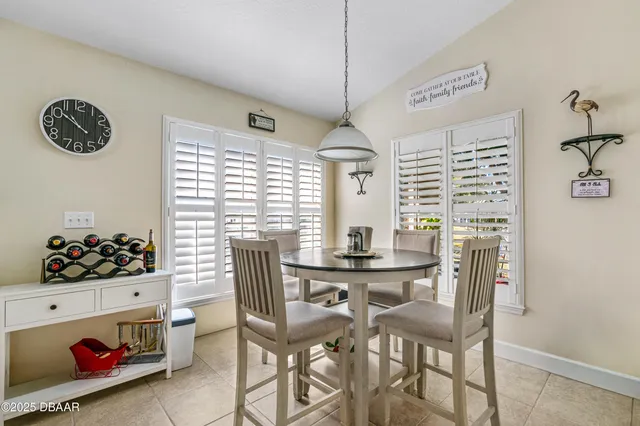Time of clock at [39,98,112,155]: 10:51
